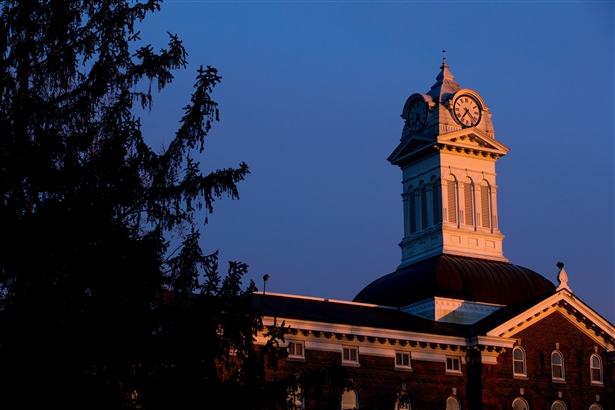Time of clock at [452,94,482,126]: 7:22
